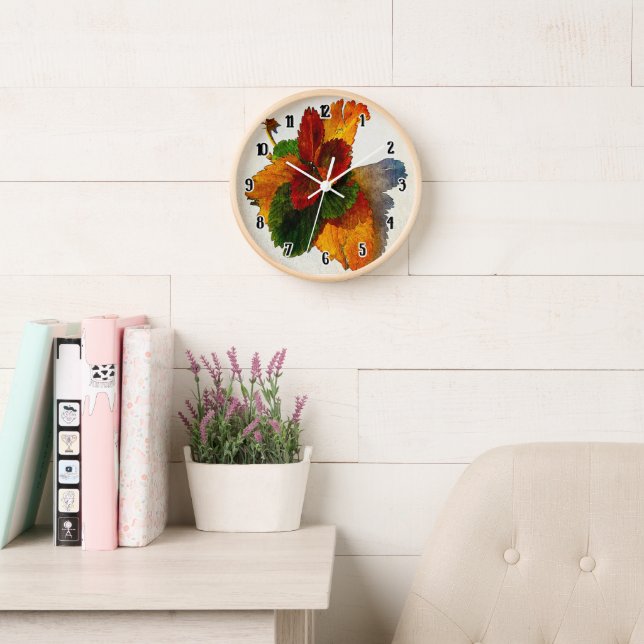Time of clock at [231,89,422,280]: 1:50
